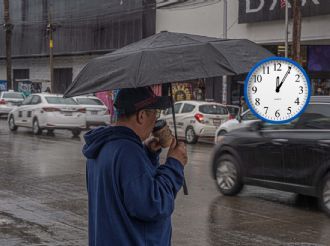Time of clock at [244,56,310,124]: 12:05
